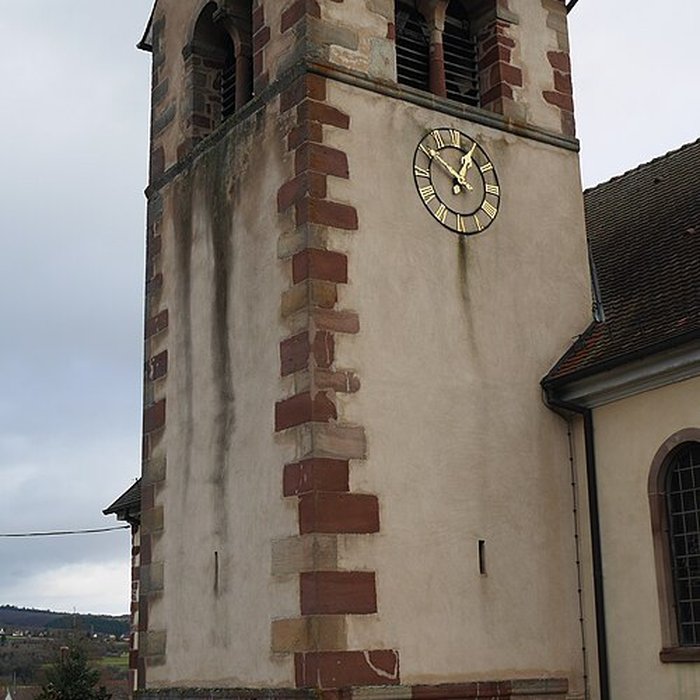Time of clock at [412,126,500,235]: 12:51
